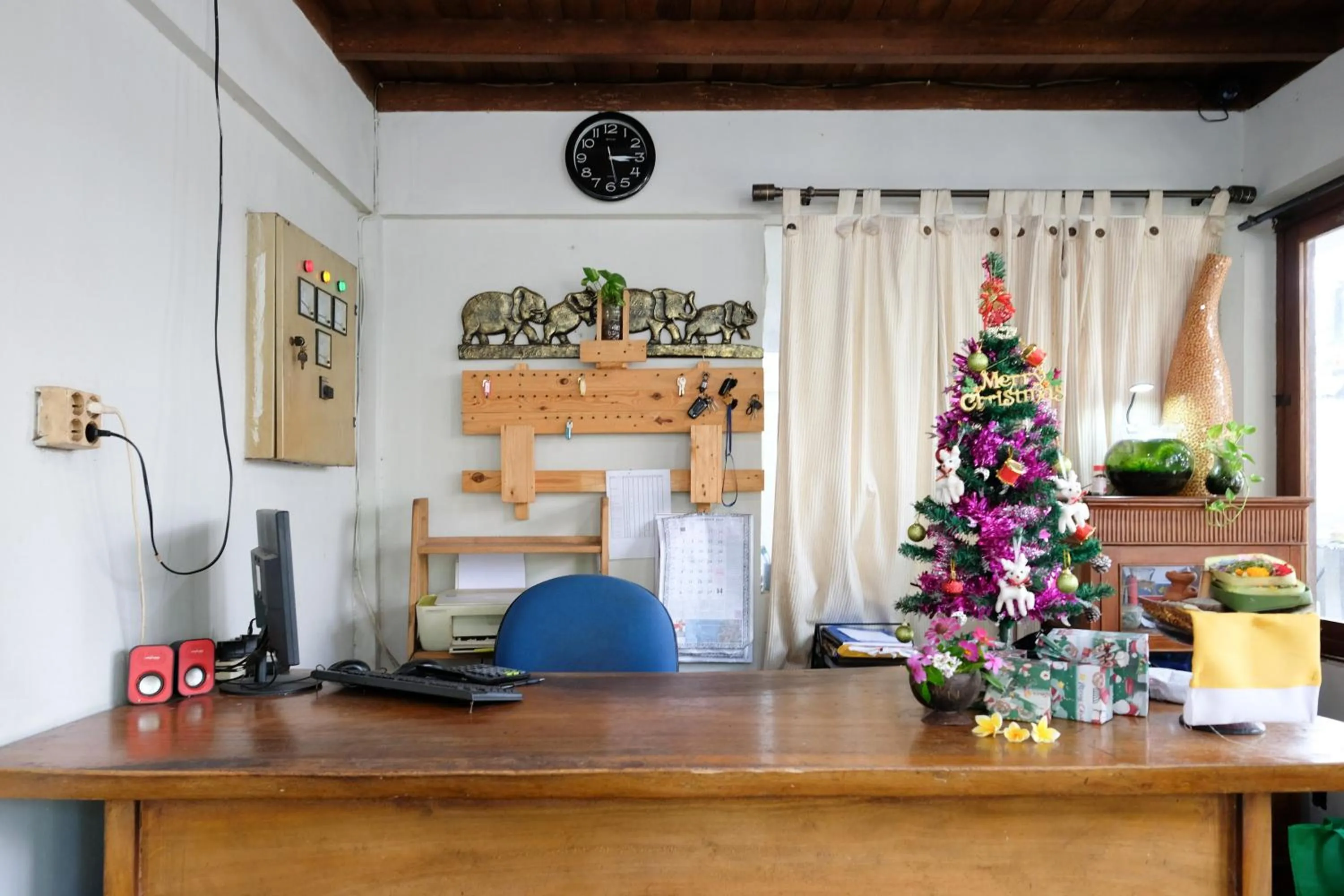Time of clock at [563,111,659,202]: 3:14
